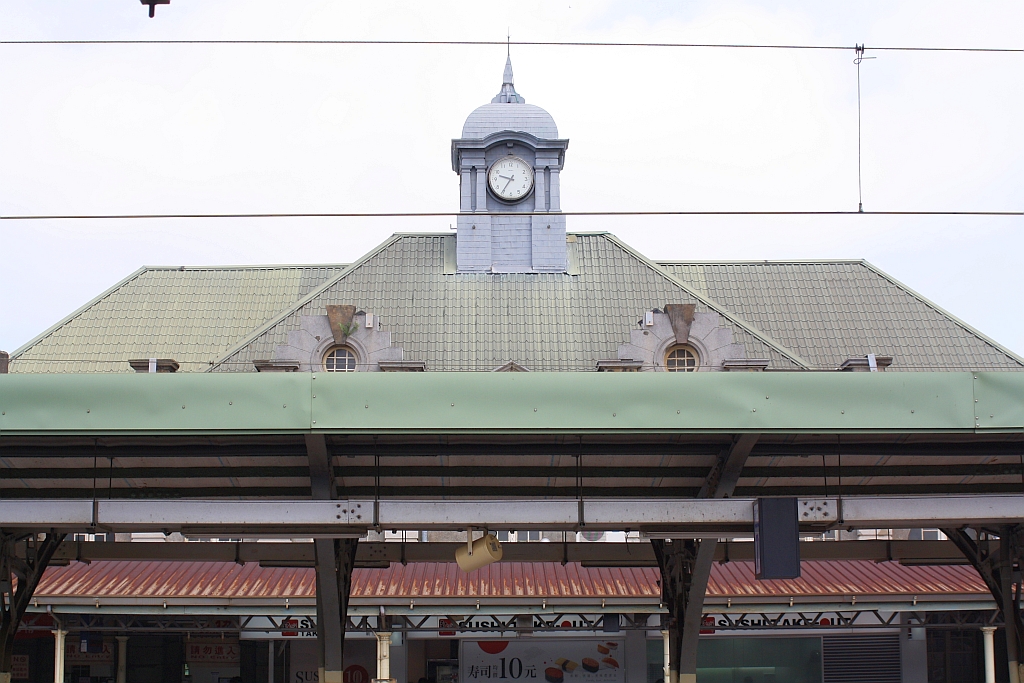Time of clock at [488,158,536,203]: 9:35
